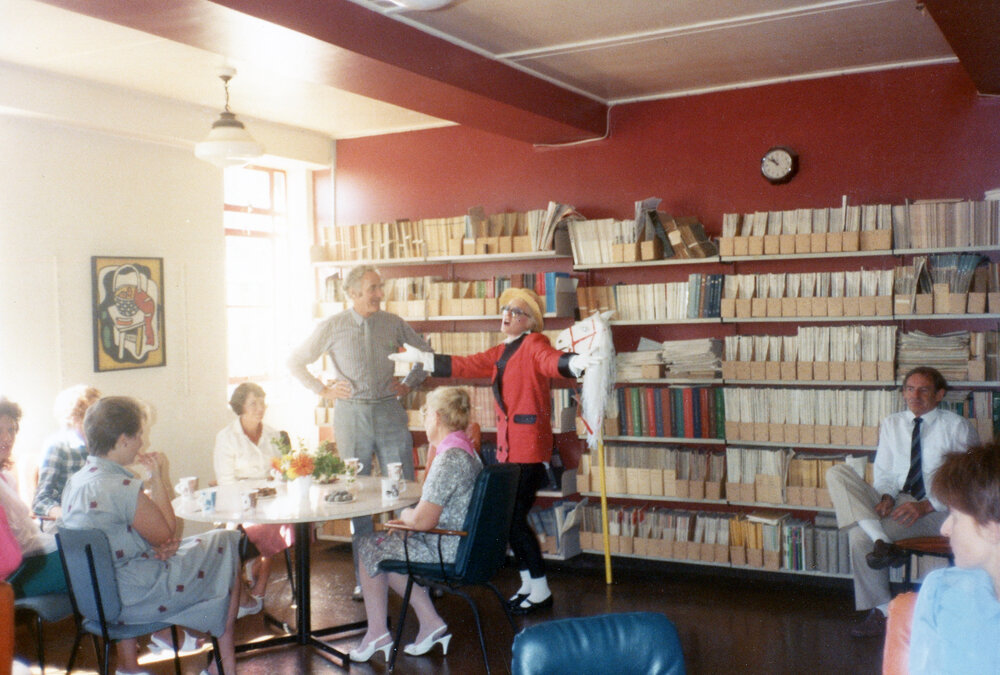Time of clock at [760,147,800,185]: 10:51
